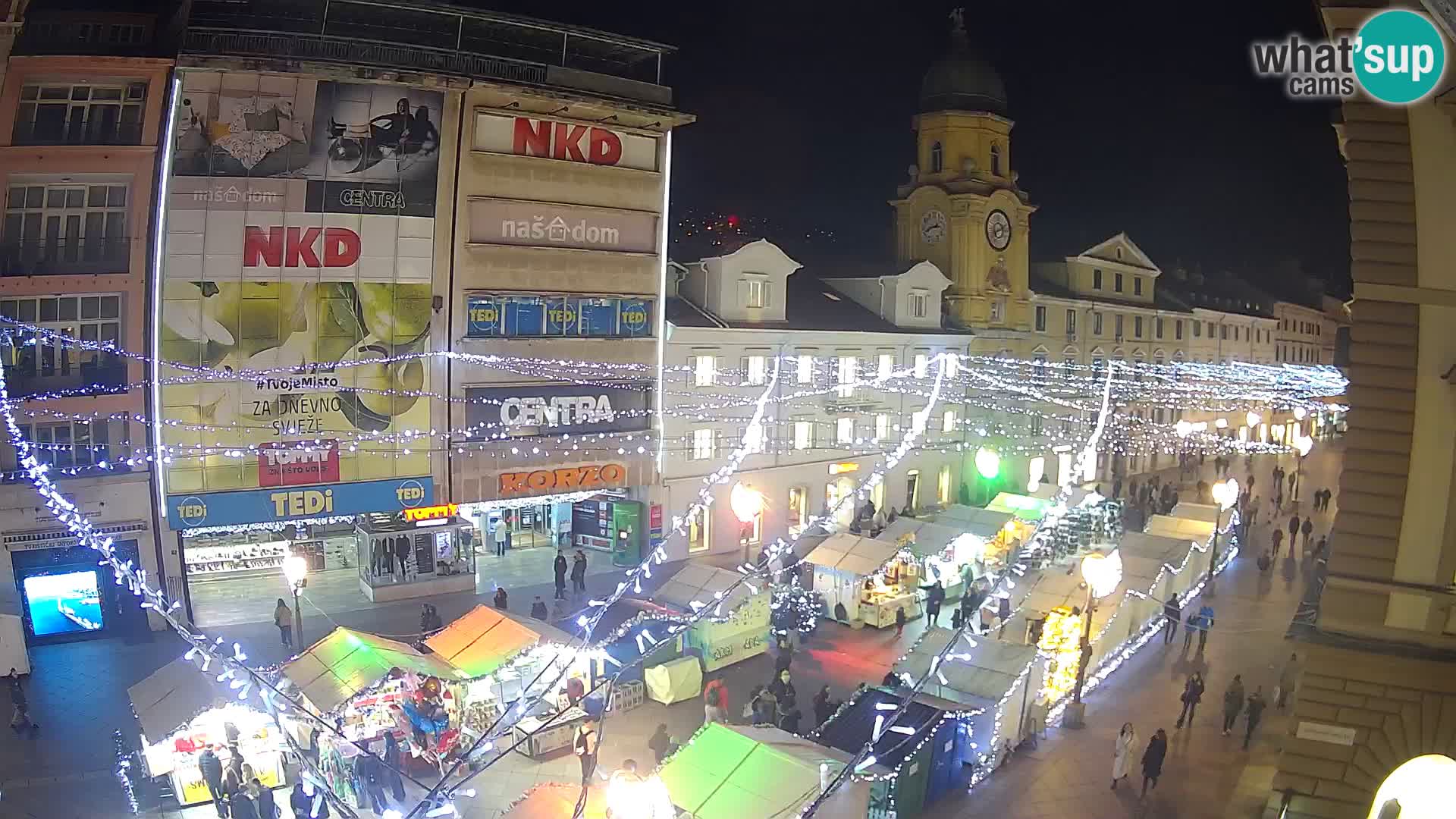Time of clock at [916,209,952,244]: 2:40
